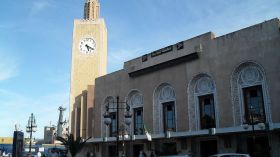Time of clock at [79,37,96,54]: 5:18
